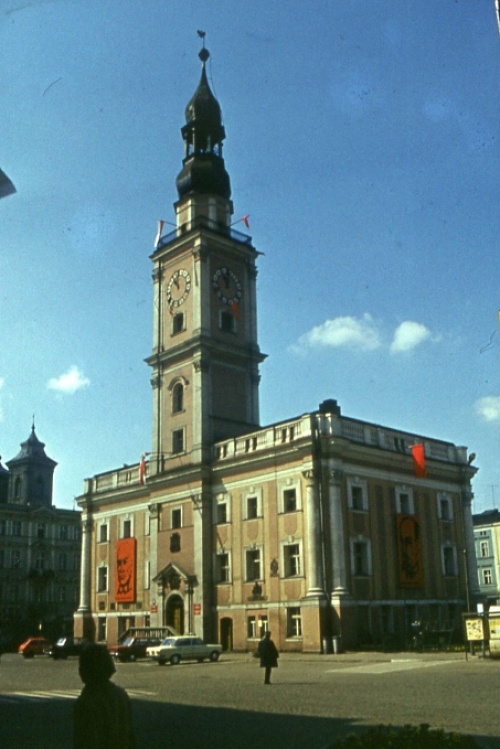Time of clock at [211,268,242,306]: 11:55
